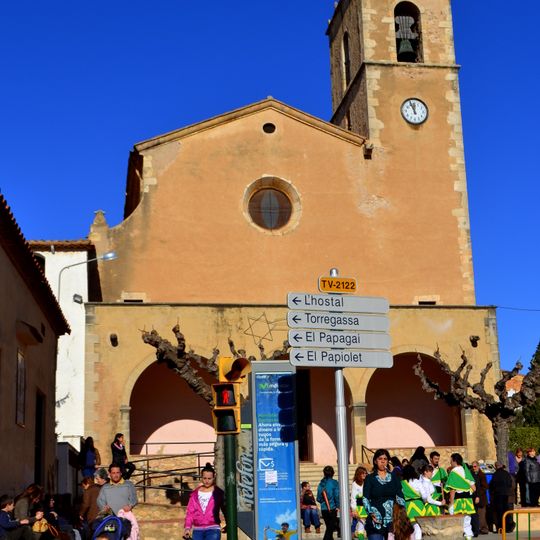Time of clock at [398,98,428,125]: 11:56
